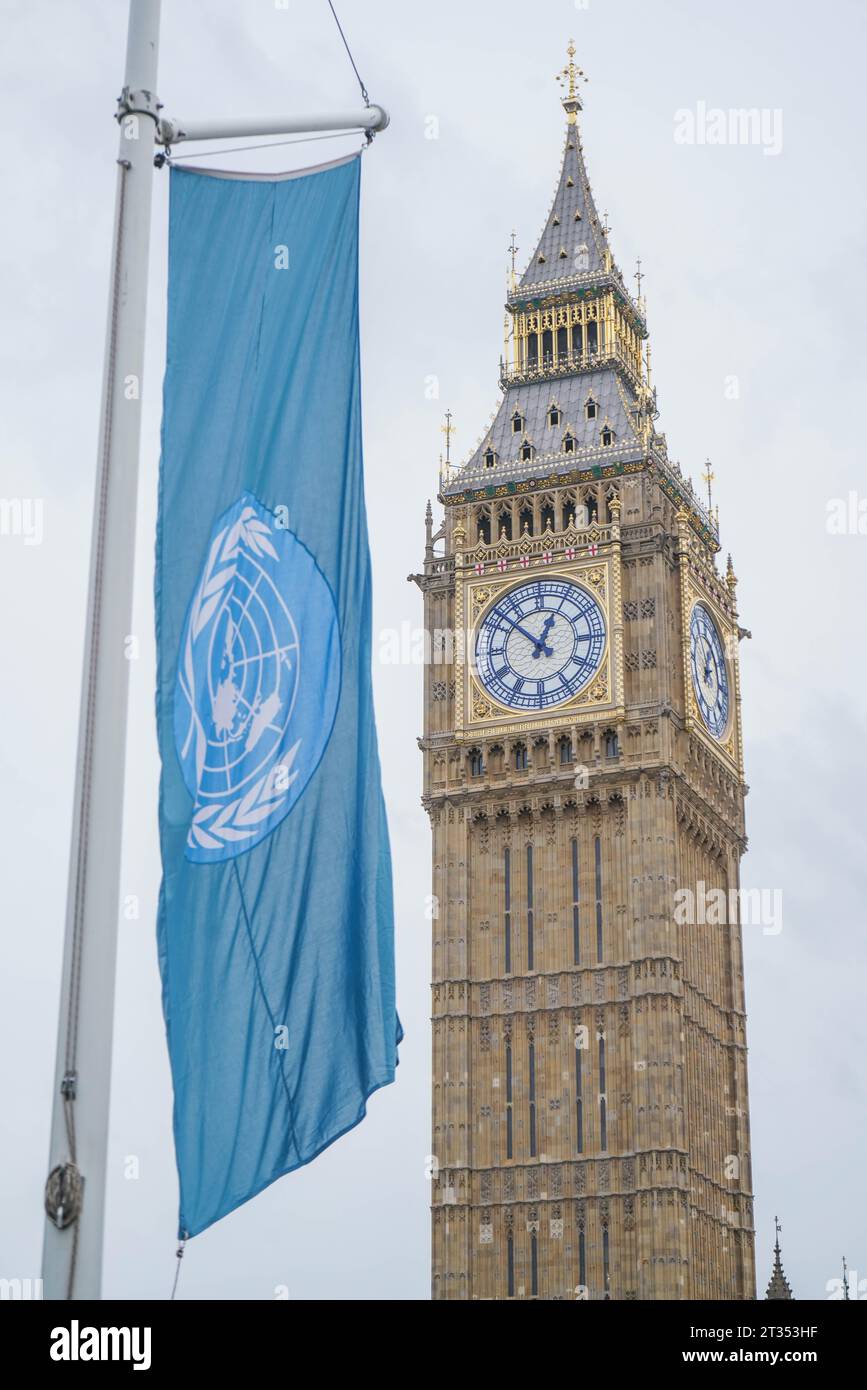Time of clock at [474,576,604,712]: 12:52
